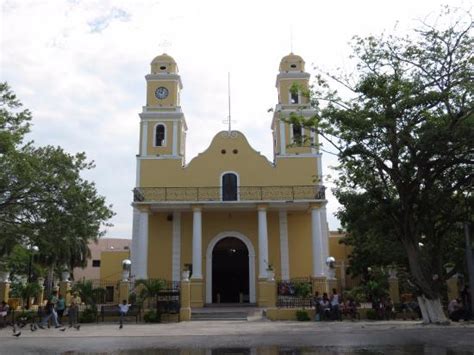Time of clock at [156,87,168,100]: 10:02
